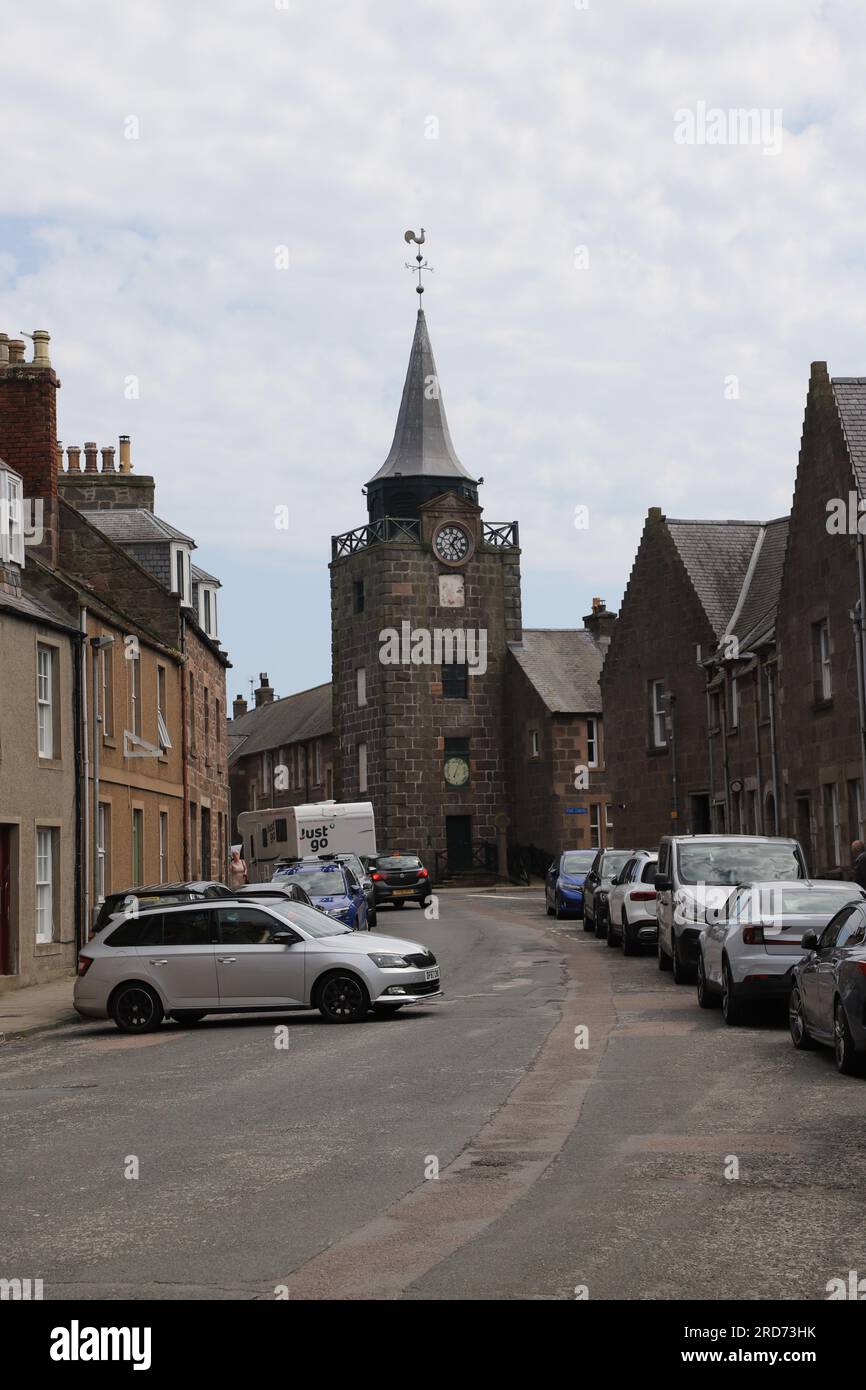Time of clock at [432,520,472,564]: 1:23
